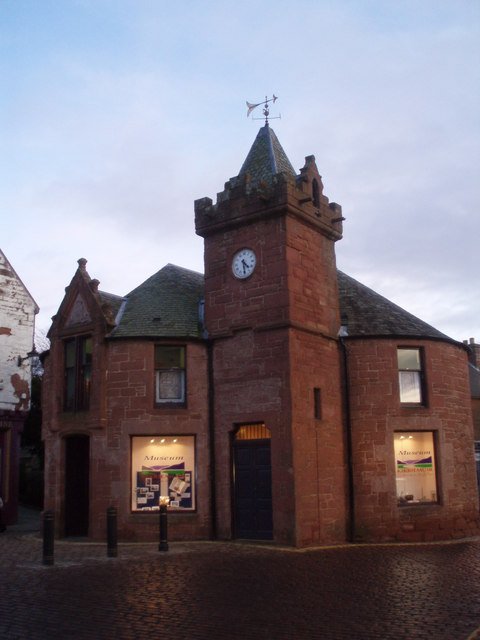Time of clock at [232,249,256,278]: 4:28
